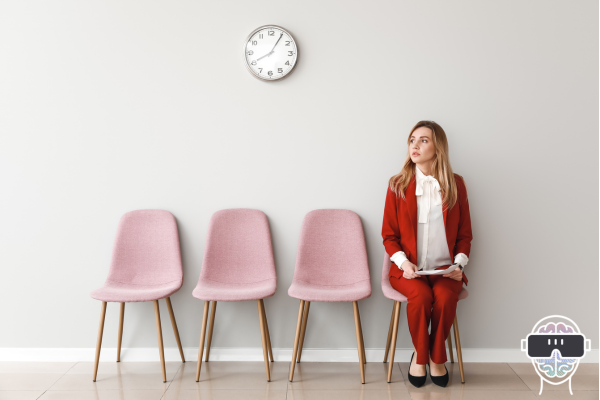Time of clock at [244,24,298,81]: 8:05
